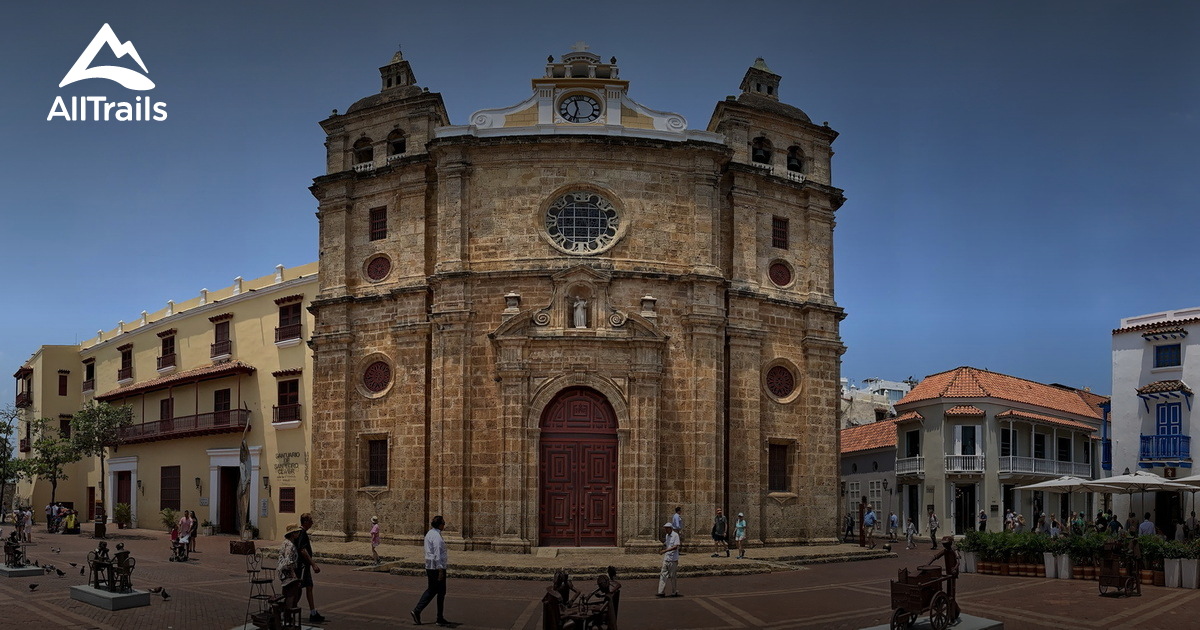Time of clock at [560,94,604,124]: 11:32
